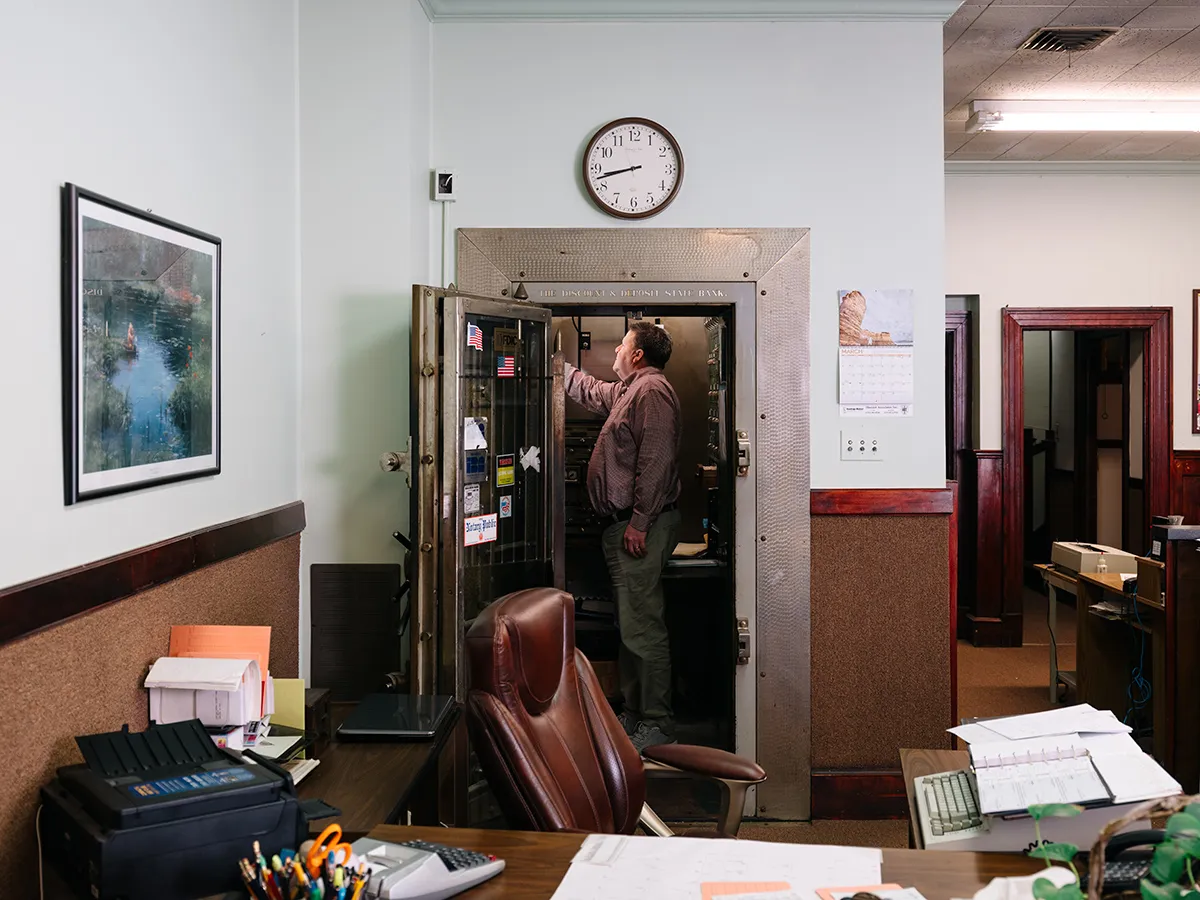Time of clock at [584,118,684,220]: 8:42
